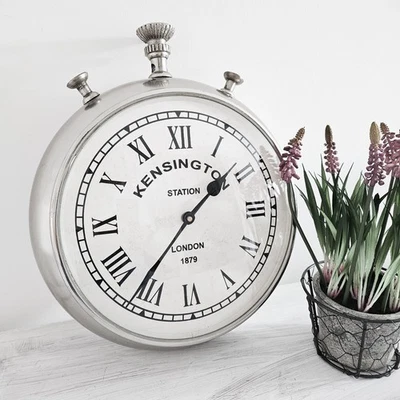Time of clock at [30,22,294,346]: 1:36
